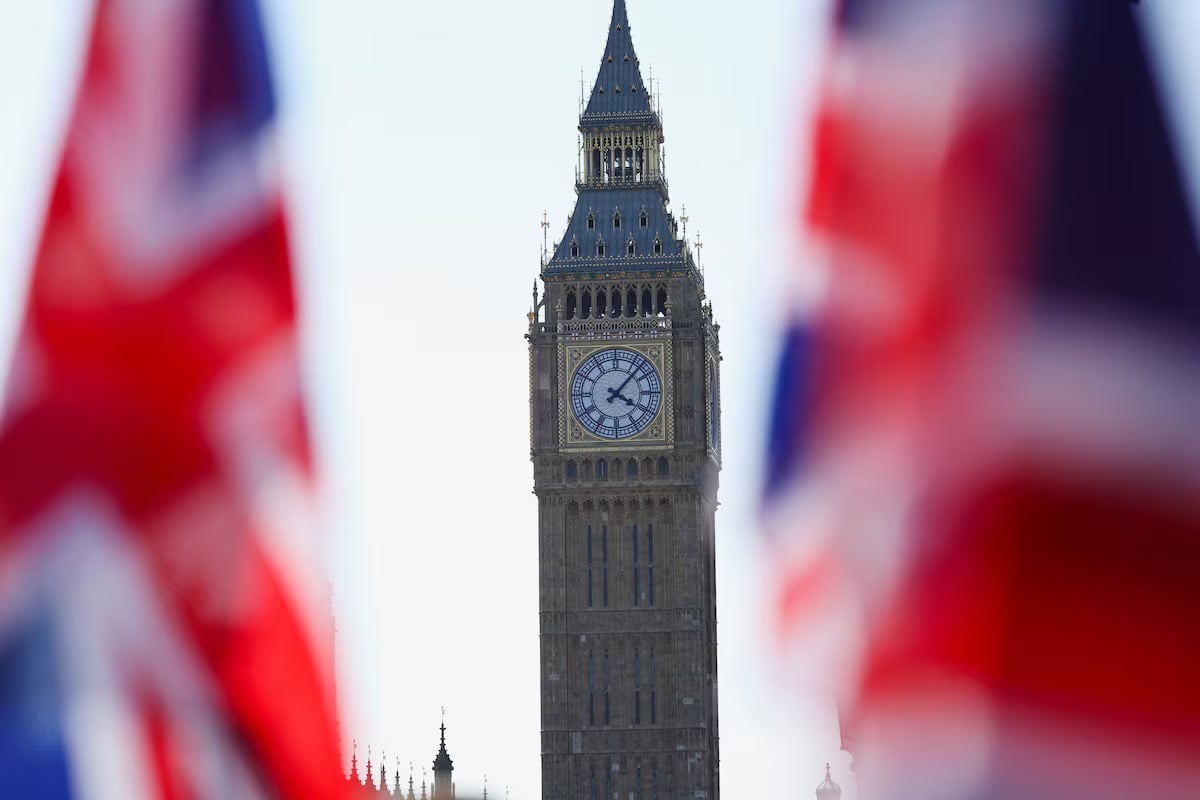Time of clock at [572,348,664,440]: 4:07
